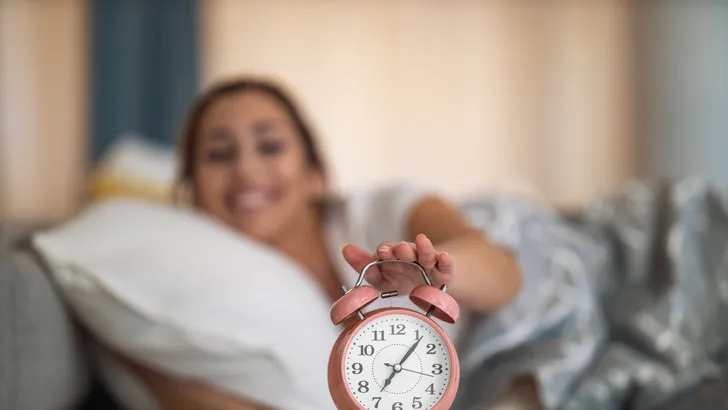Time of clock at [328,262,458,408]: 7:06
